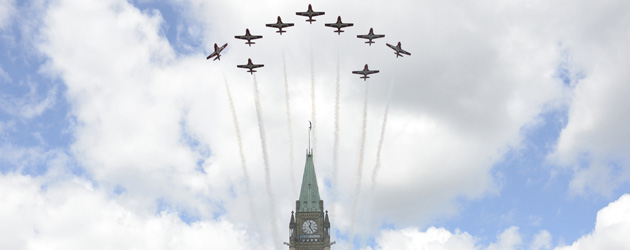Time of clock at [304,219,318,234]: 12:24
